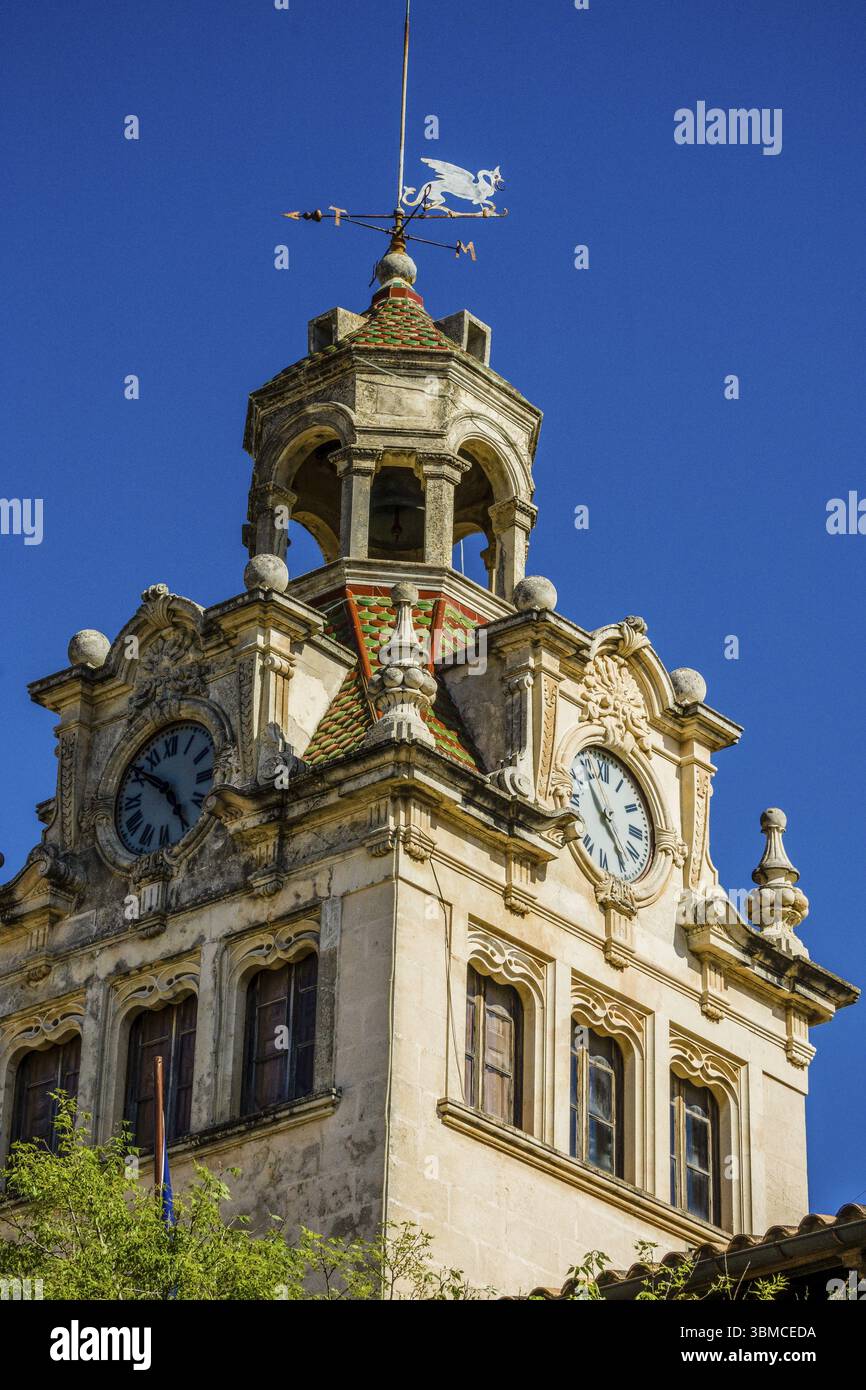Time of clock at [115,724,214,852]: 4:50
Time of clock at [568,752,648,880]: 4:53
